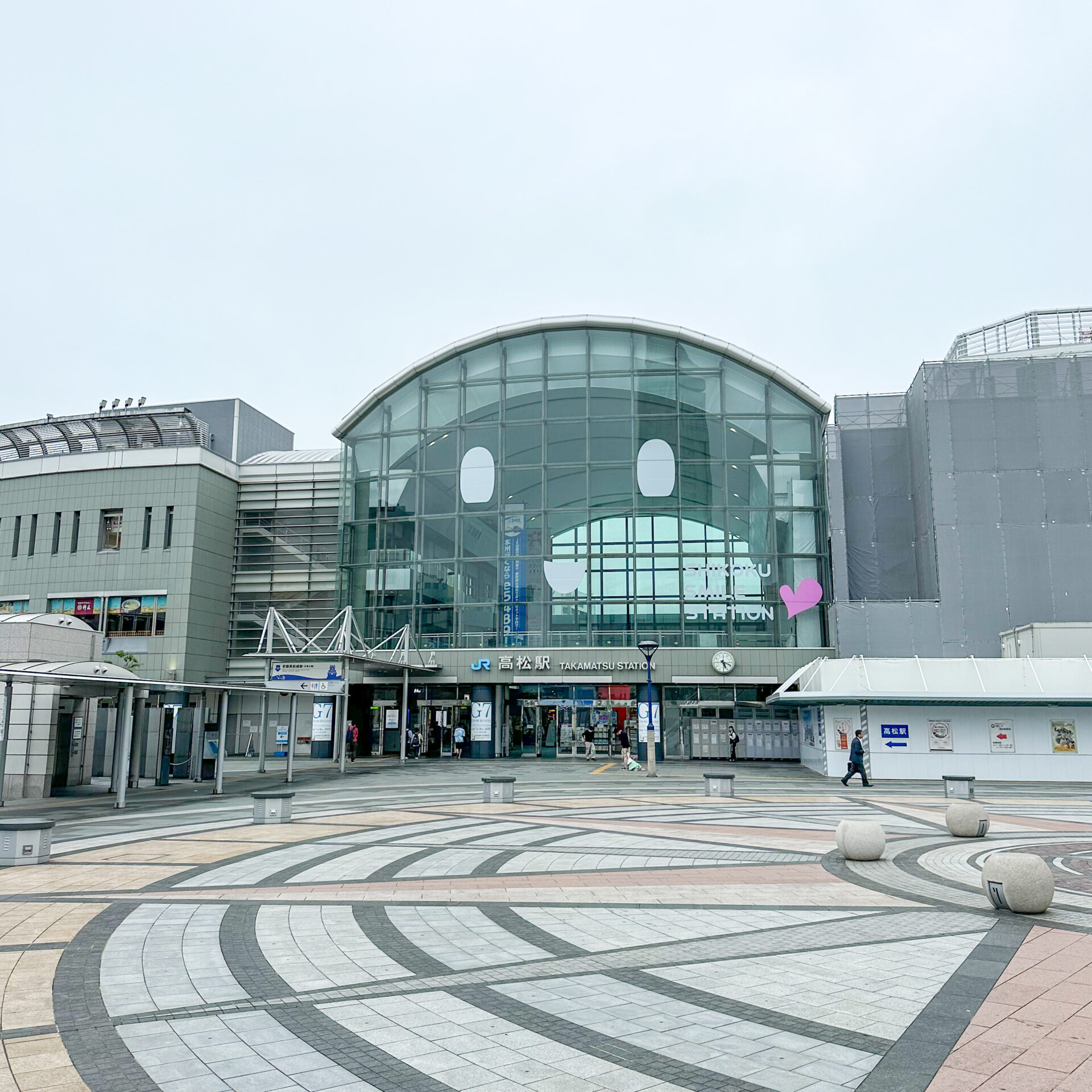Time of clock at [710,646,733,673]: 5:18
